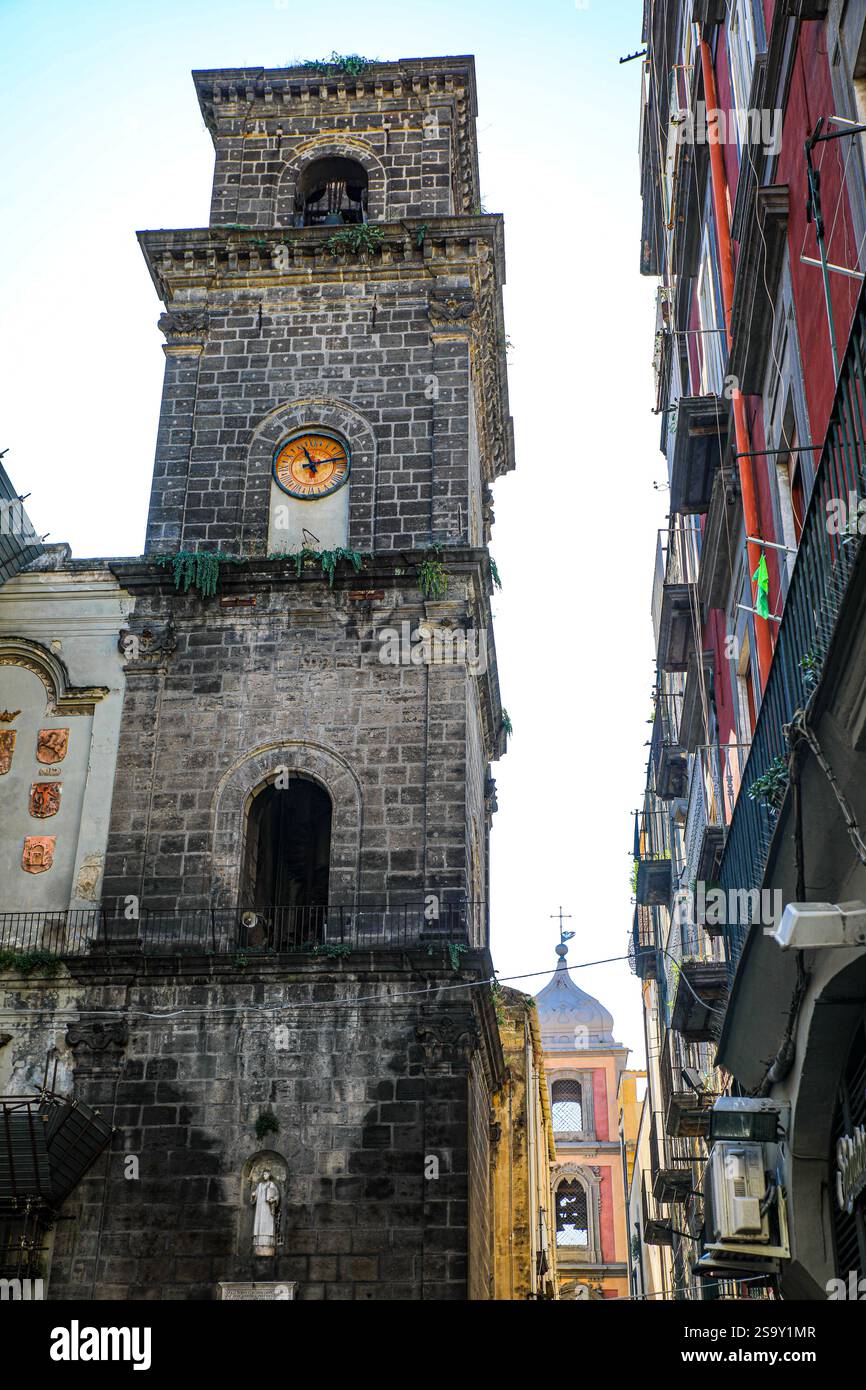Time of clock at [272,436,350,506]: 11:12
